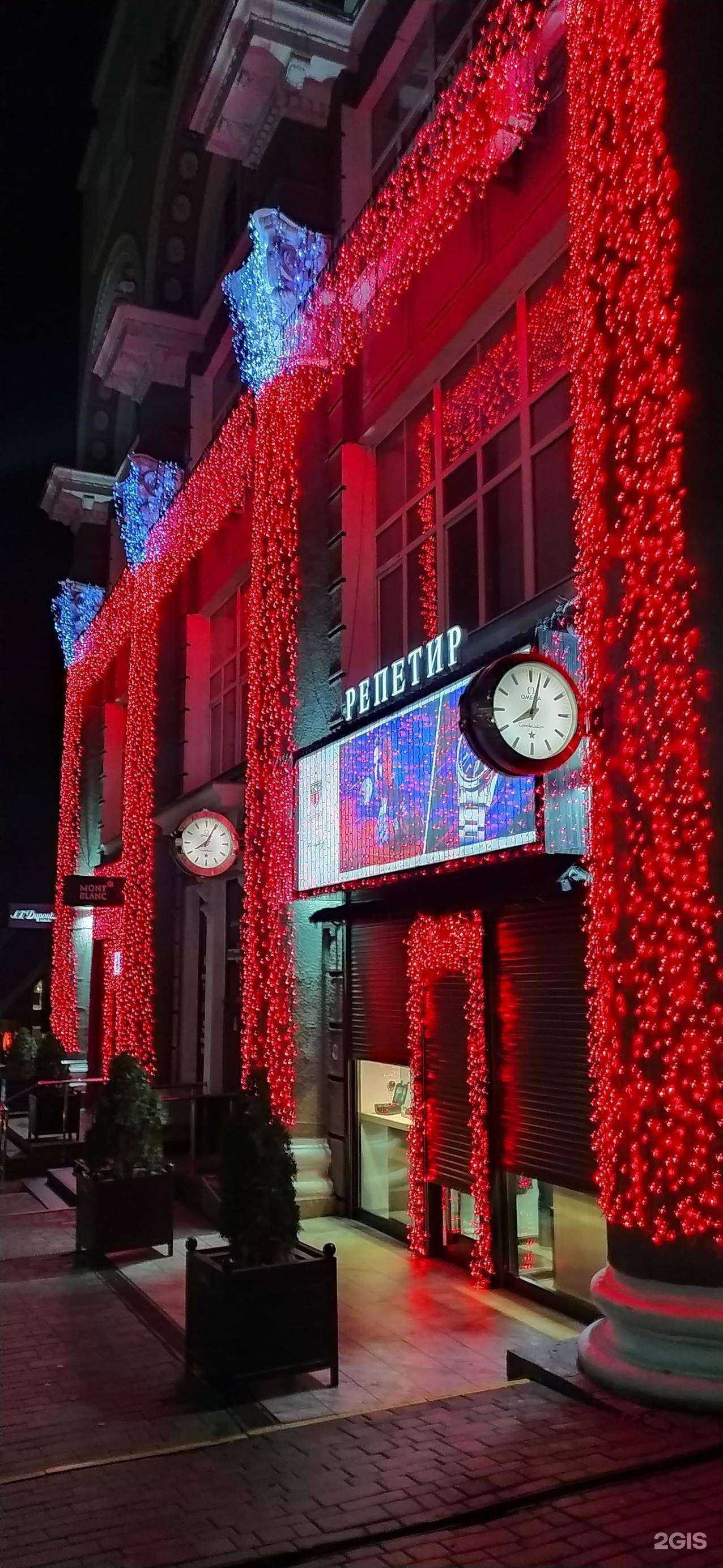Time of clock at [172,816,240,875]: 8:04
